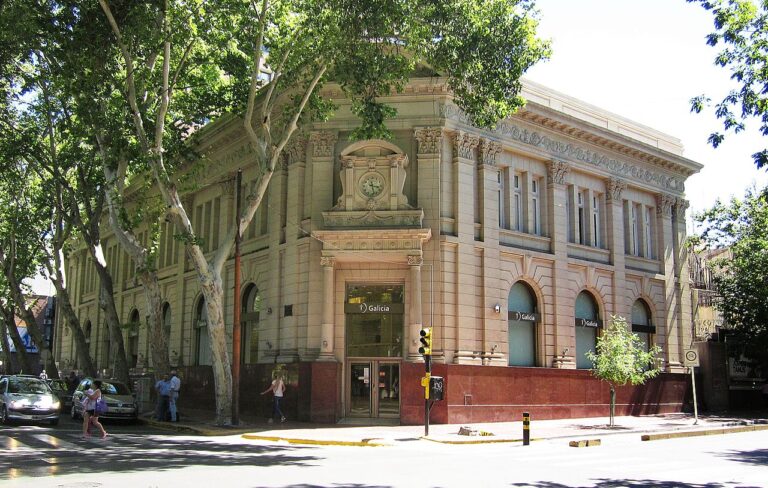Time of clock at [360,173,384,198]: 3:27
